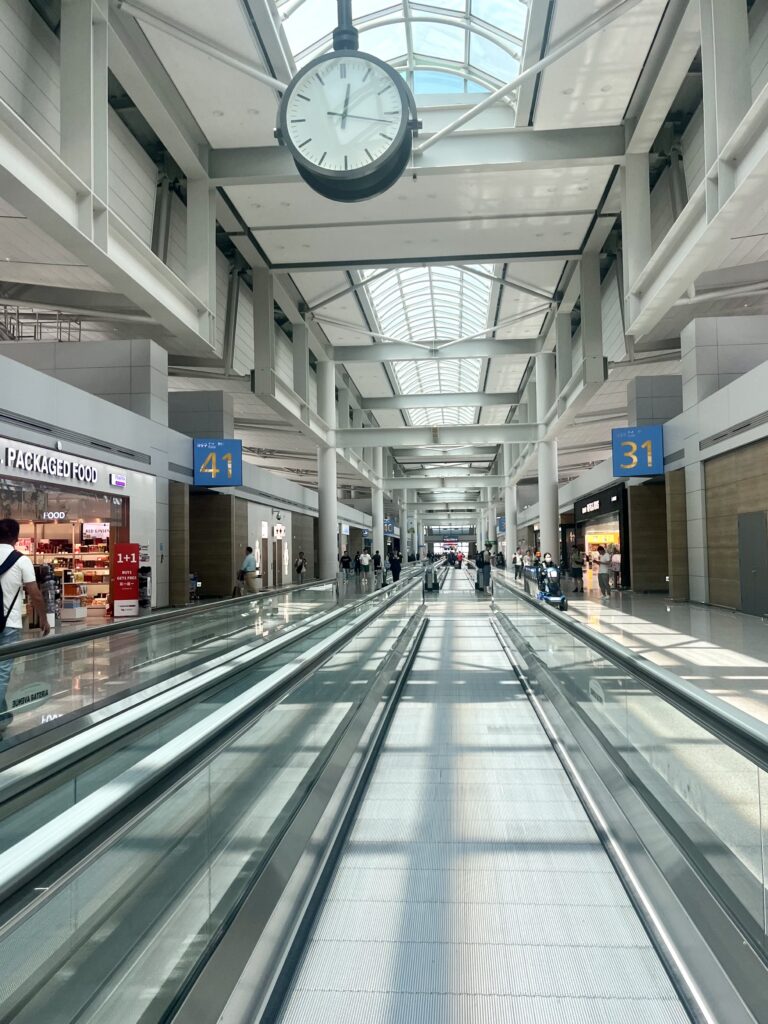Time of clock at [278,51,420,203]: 12:17
